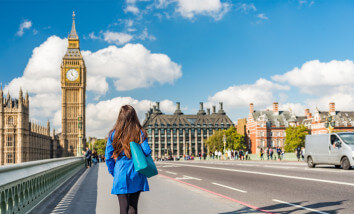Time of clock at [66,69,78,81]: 11:22
